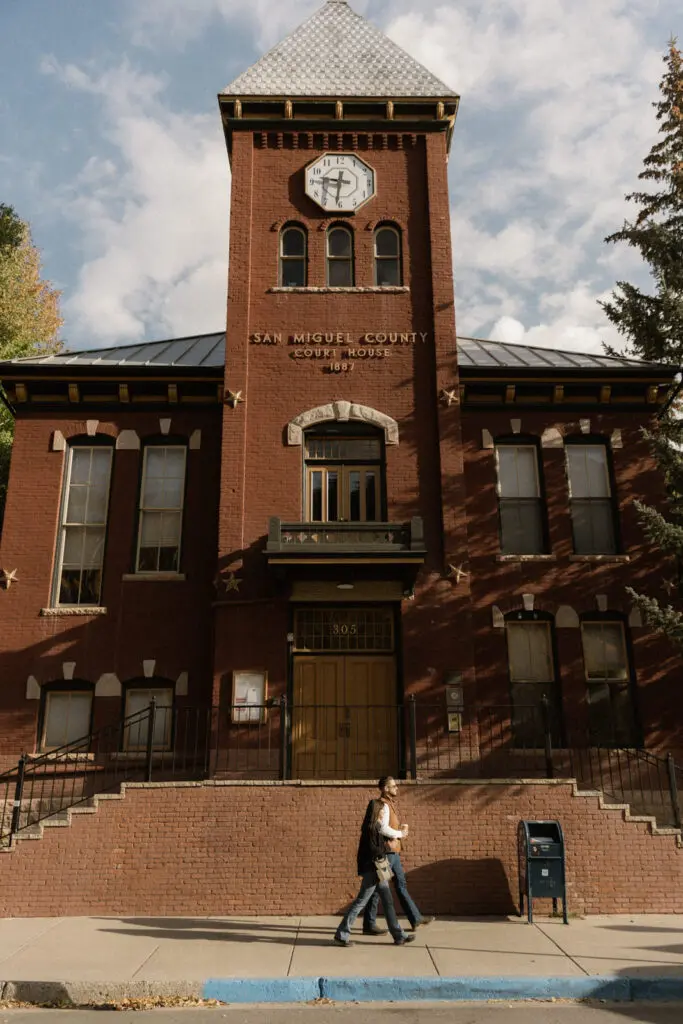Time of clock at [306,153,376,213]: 9:31
